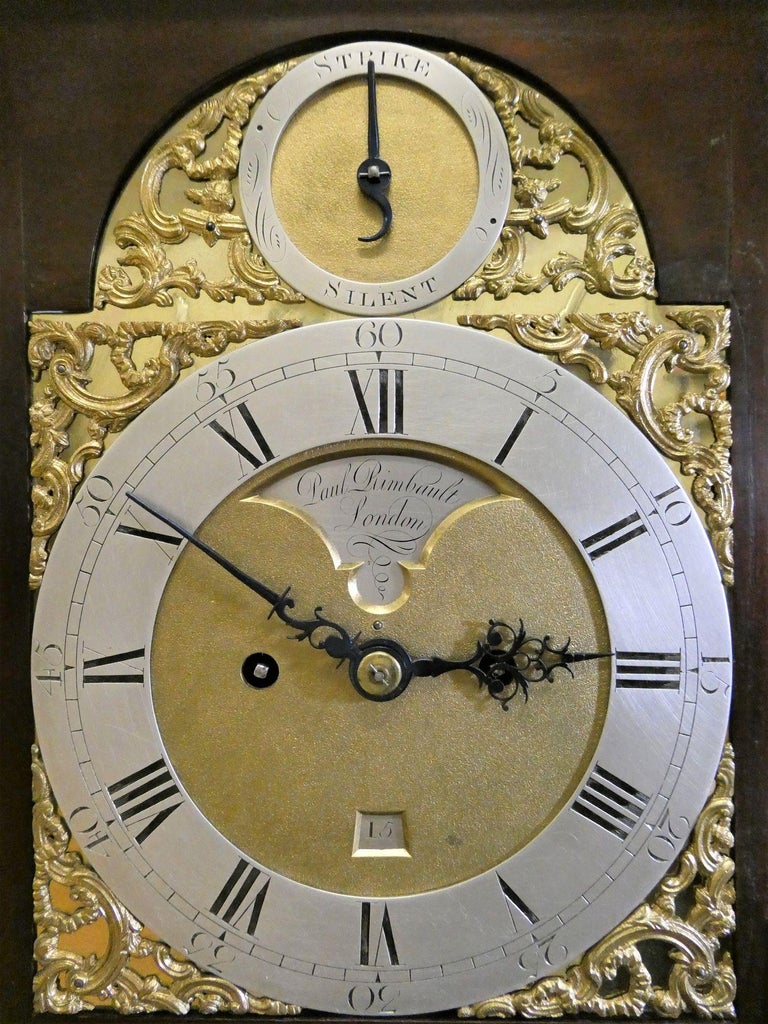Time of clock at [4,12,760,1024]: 2:50
